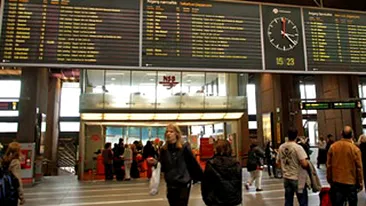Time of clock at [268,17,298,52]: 12:22
